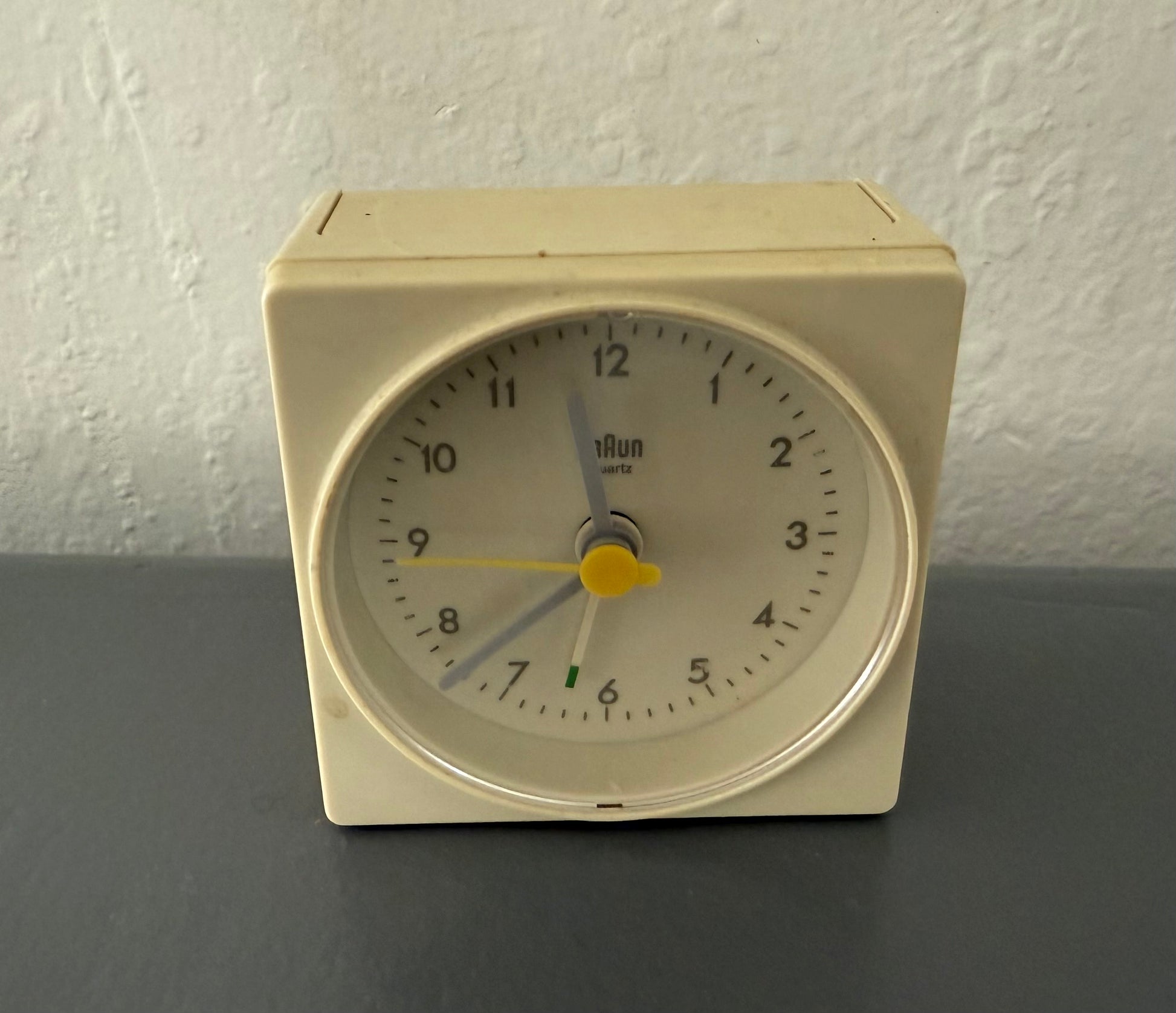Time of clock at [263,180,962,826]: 11:38
